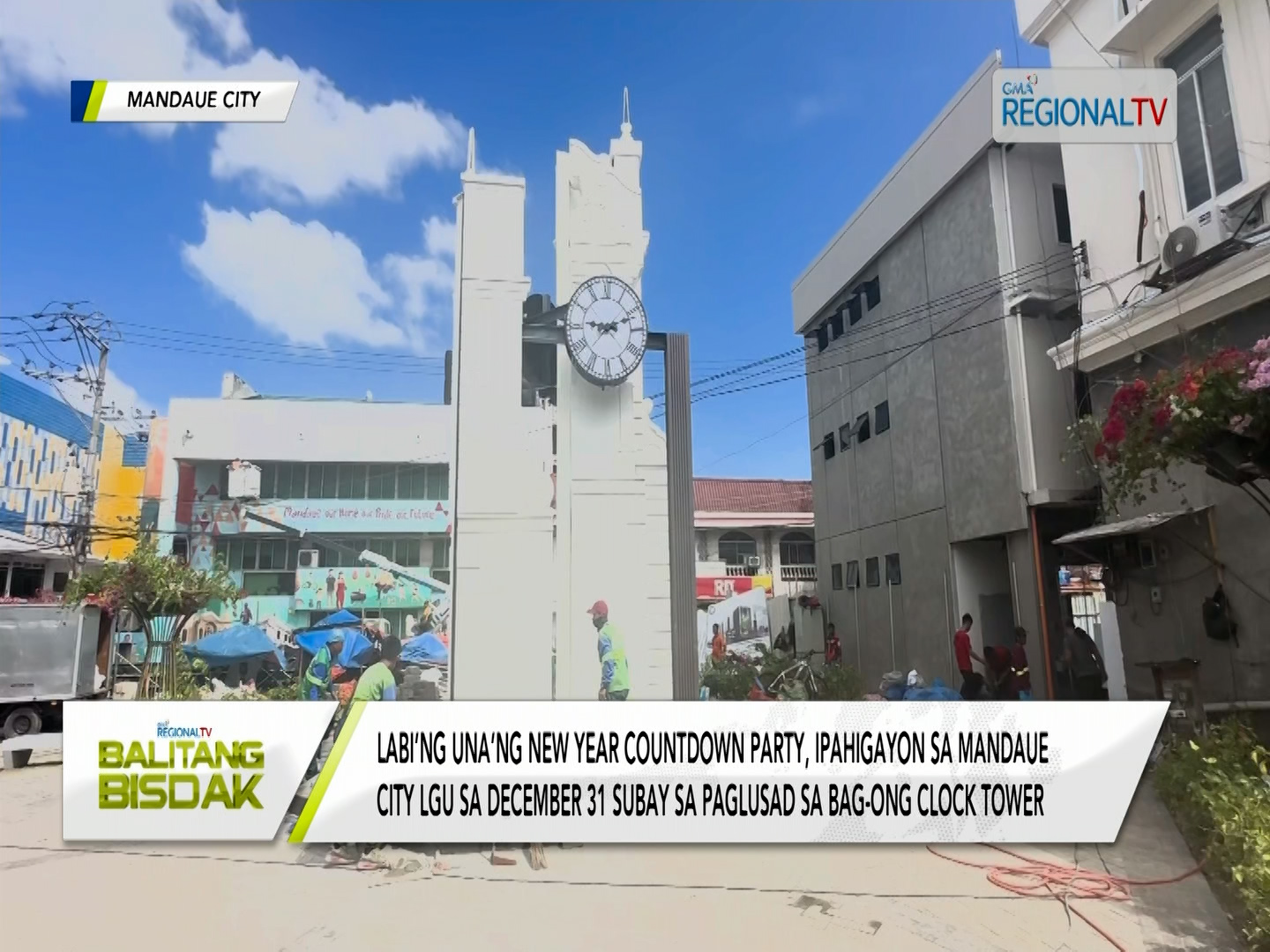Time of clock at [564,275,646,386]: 9:11
